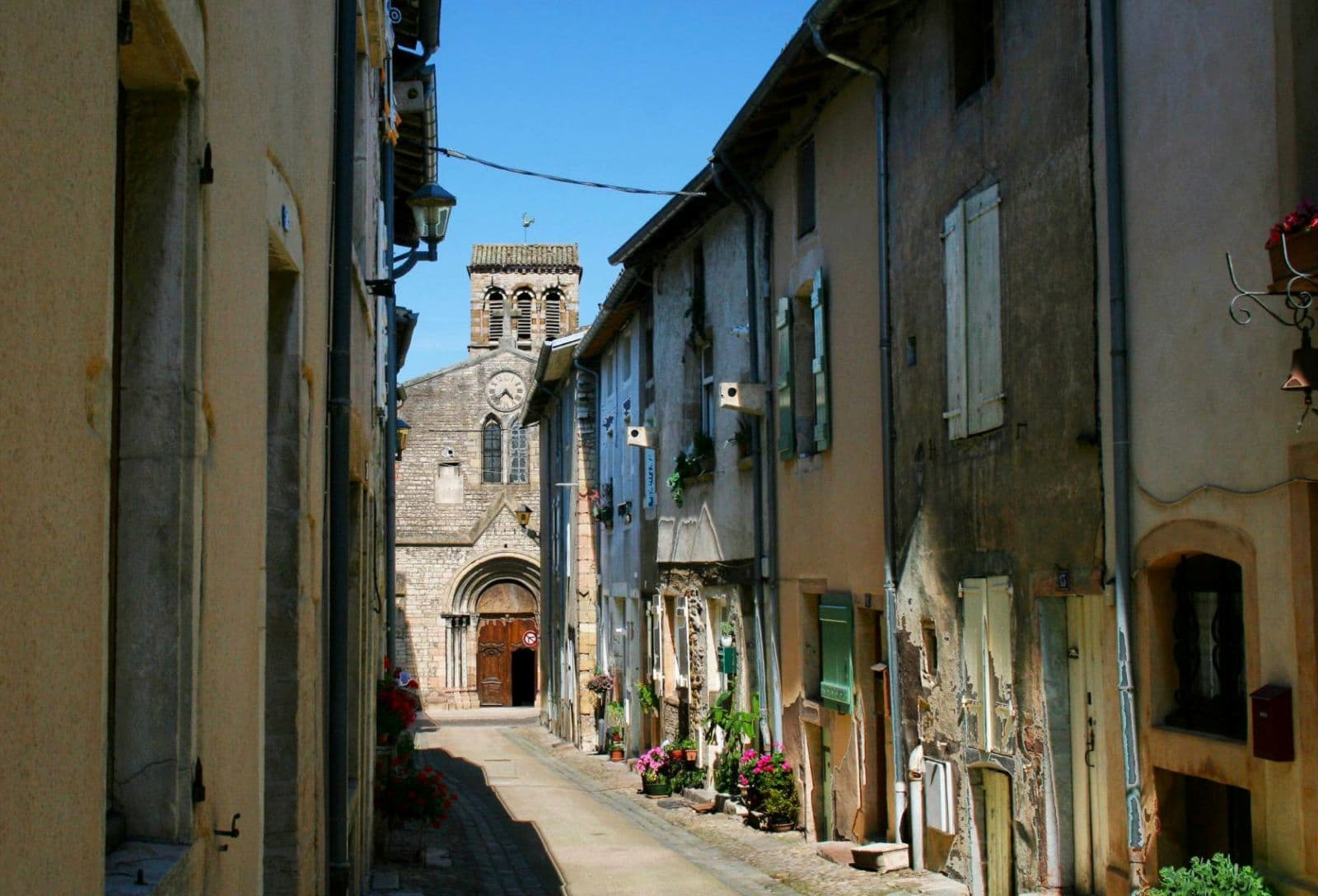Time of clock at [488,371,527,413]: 4:37
